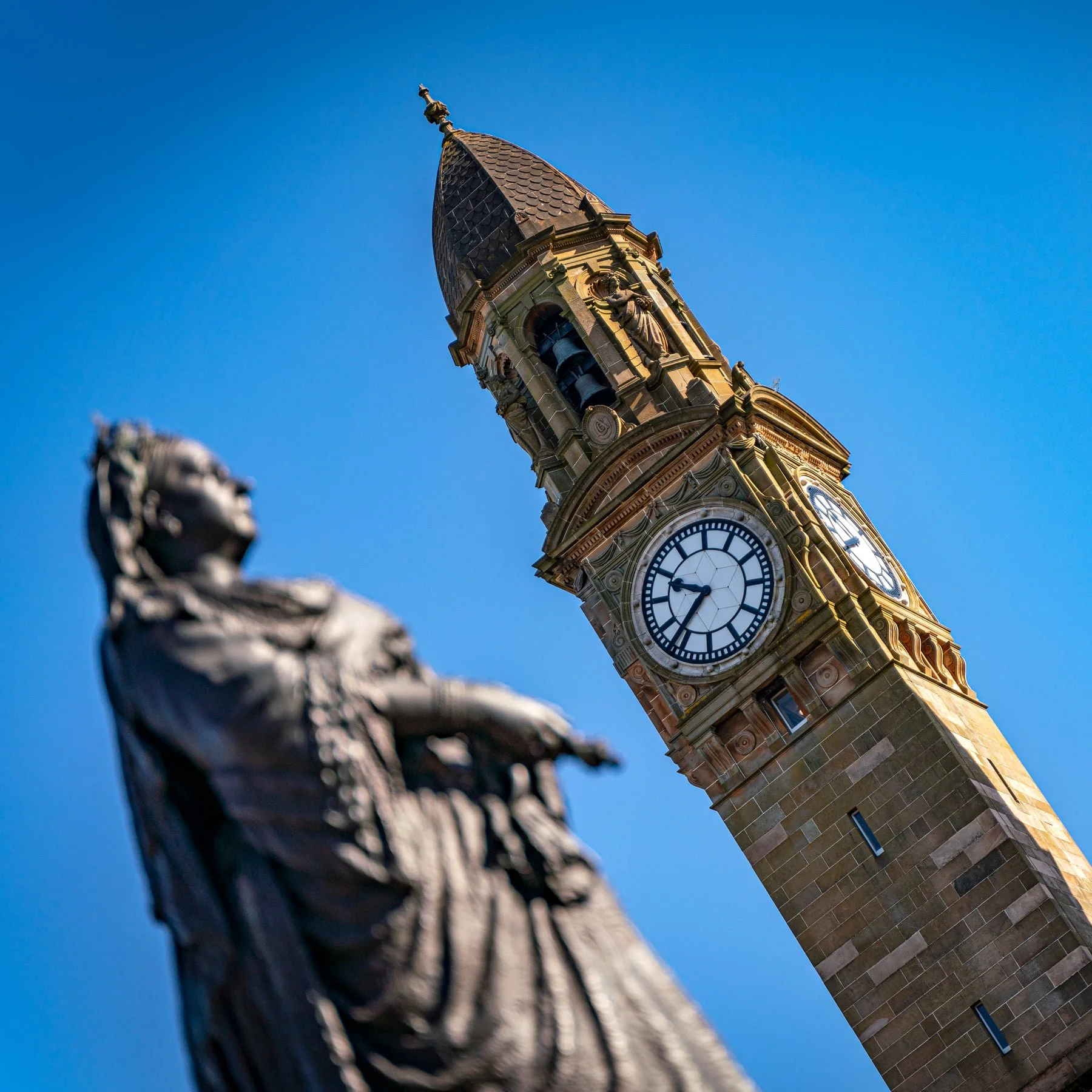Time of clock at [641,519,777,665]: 9:36
